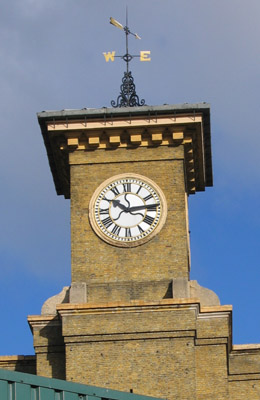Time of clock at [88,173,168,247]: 10:13
